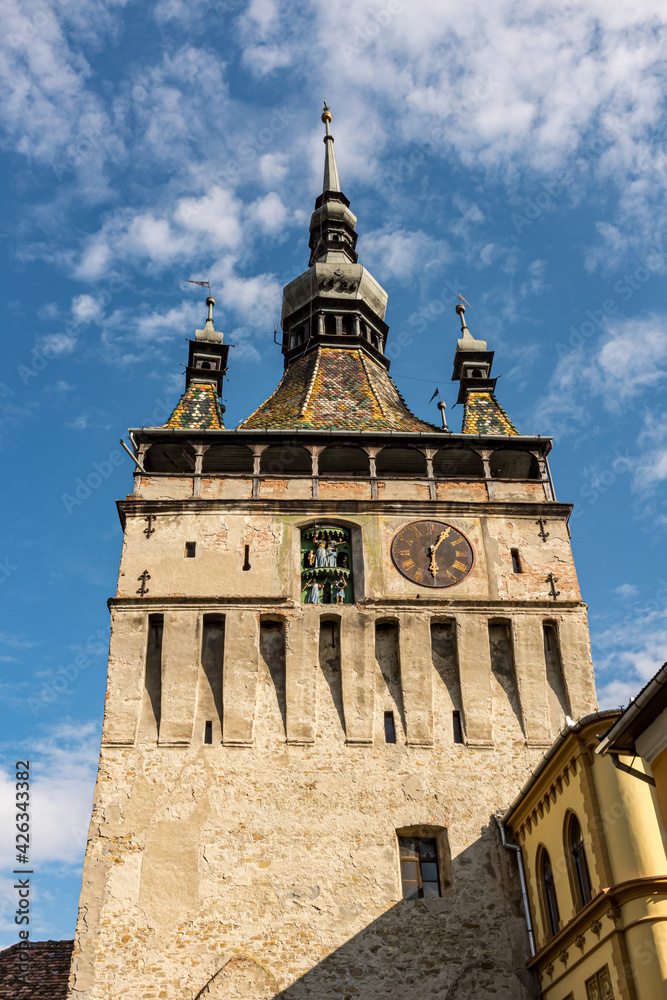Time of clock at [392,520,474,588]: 6:05
